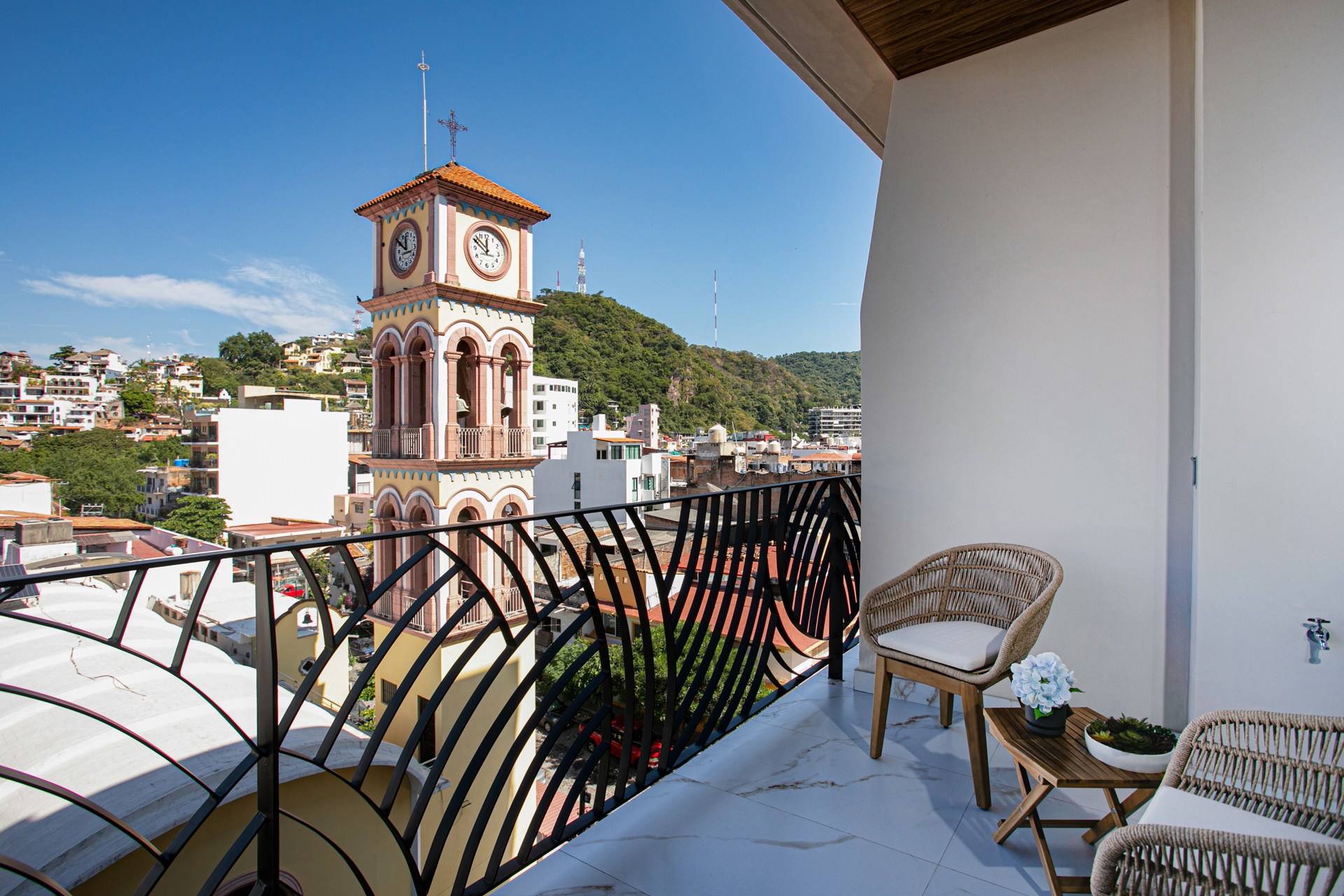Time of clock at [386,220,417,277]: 11:50
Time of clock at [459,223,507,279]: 11:49
